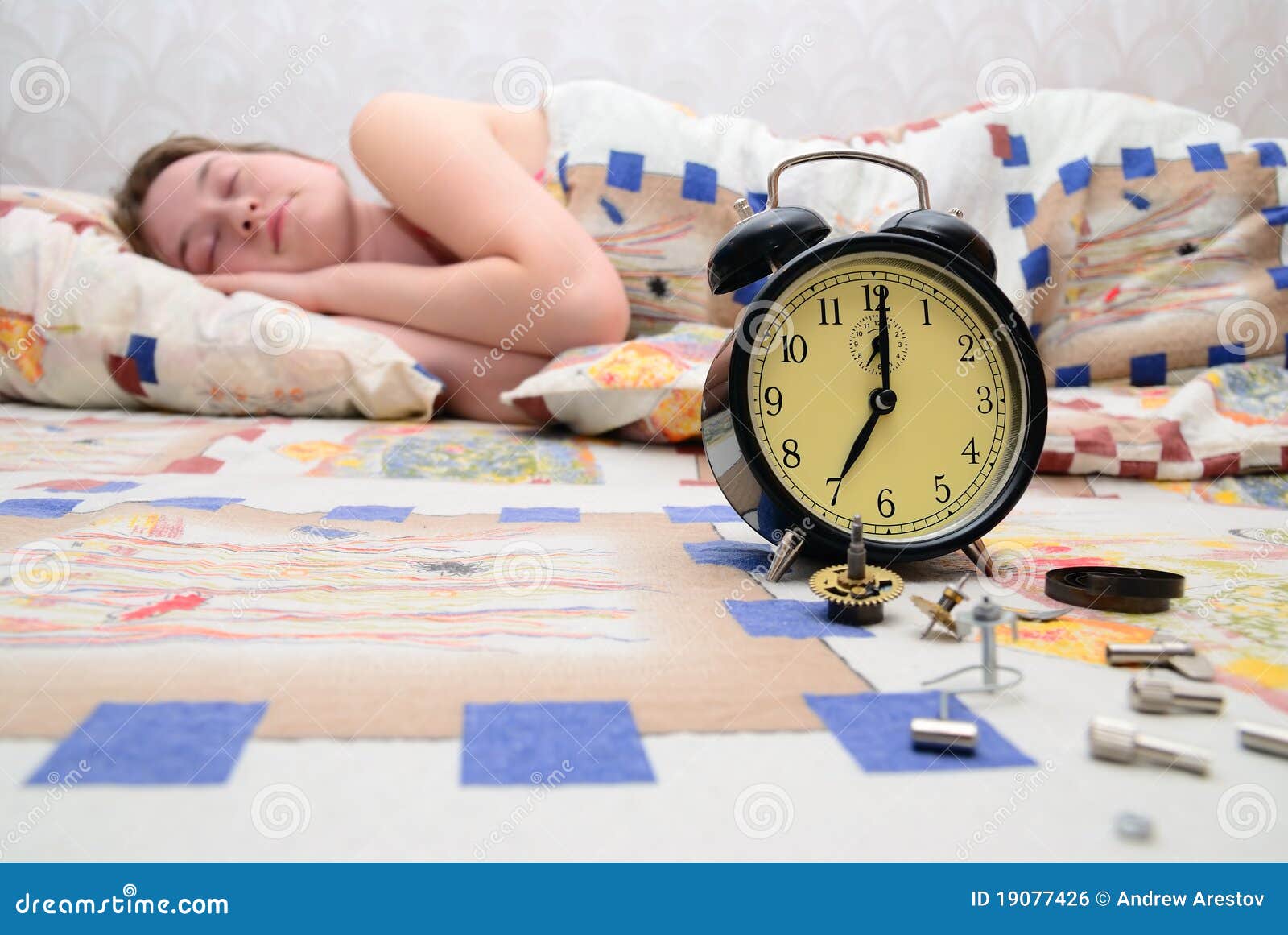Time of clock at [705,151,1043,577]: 7:00
